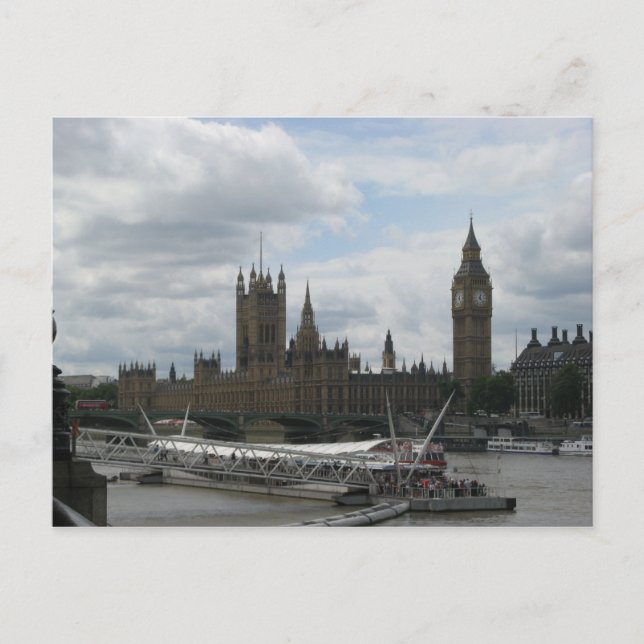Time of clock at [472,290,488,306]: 12:23
